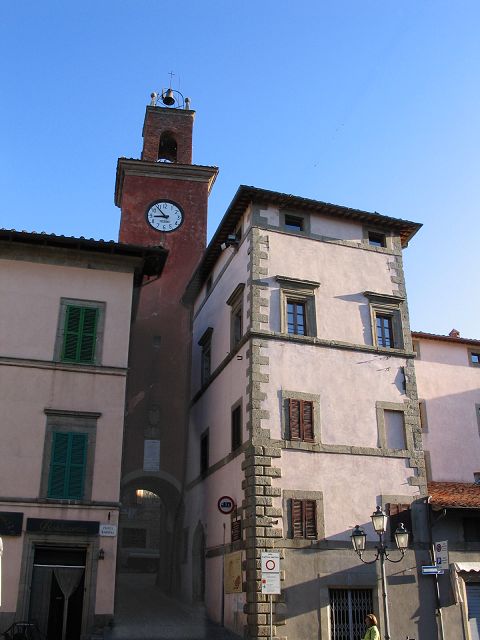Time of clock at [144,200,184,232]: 8:53
